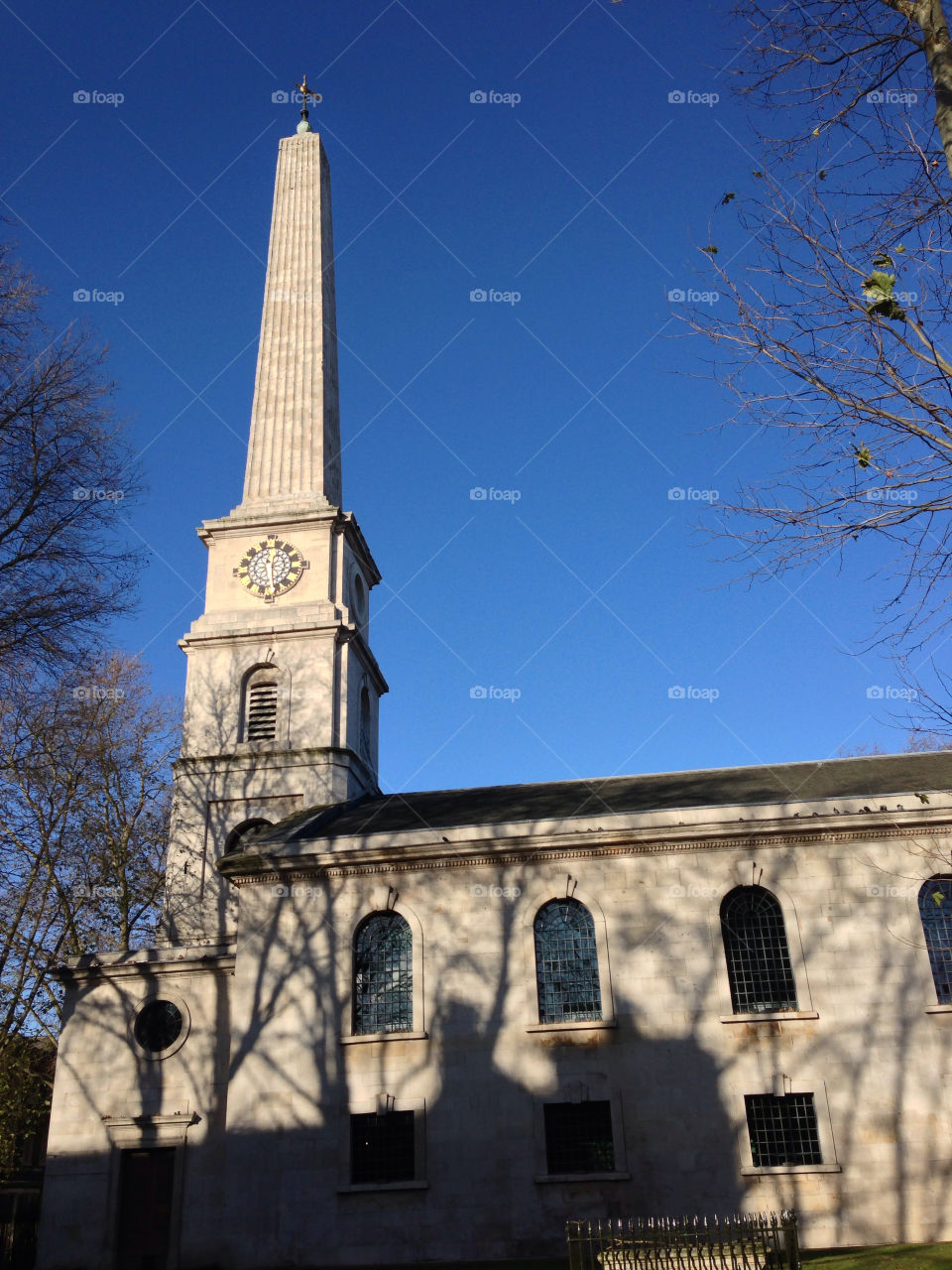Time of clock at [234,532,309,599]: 12:28
